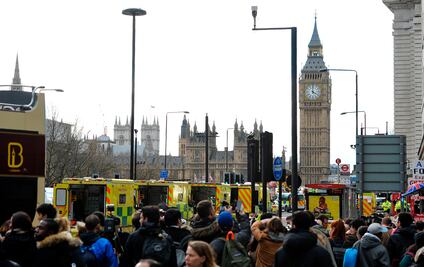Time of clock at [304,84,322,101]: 4:00
